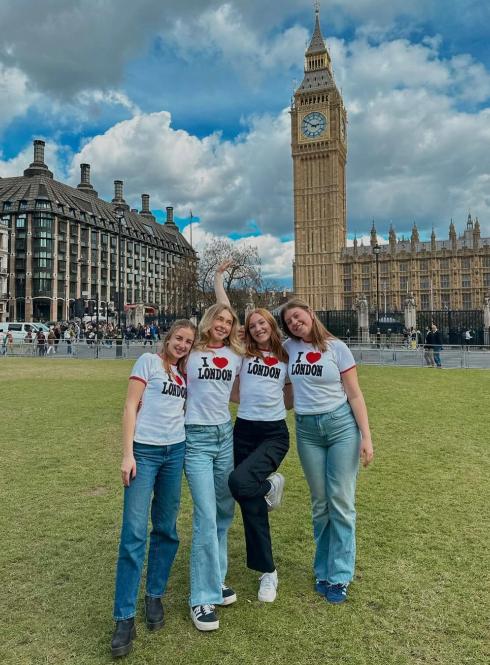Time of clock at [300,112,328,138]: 2:50
